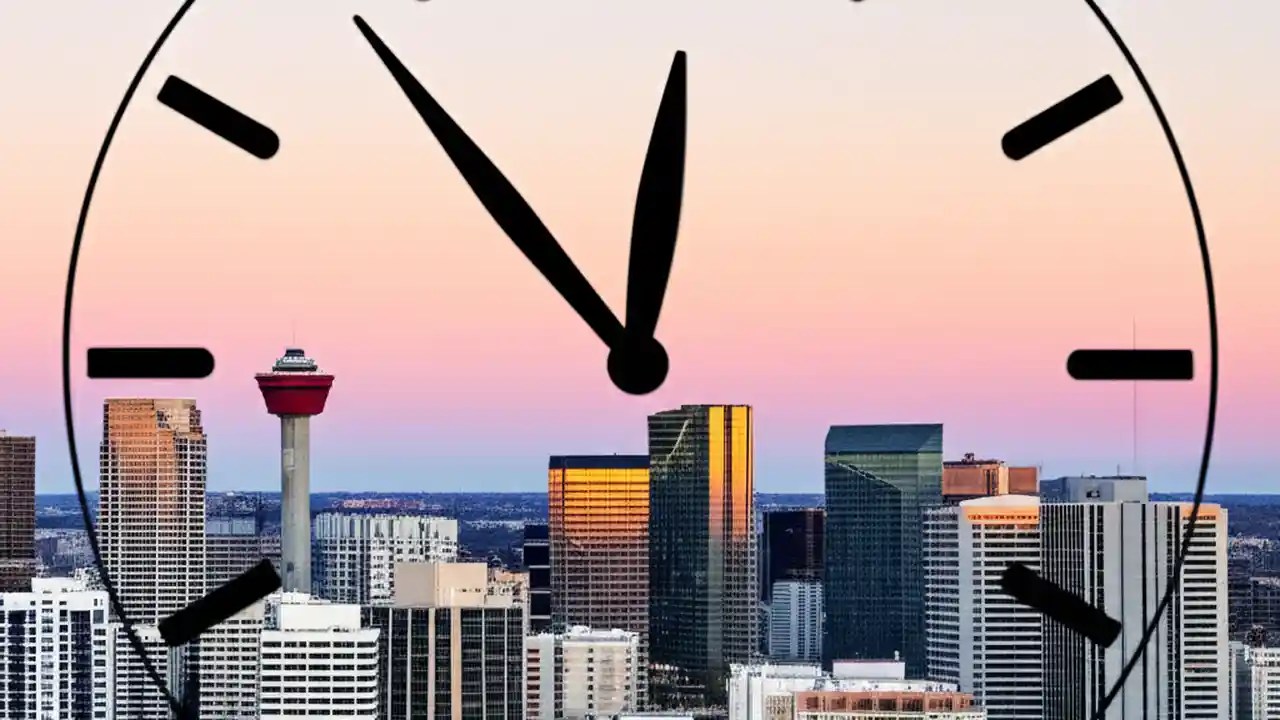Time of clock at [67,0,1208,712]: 11:53
